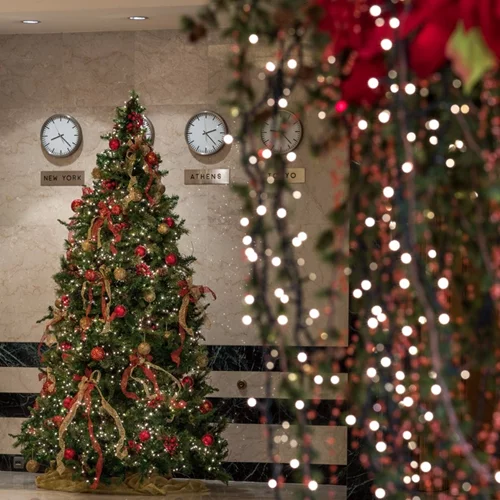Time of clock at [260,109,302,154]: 12:23
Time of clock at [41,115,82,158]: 8:22
